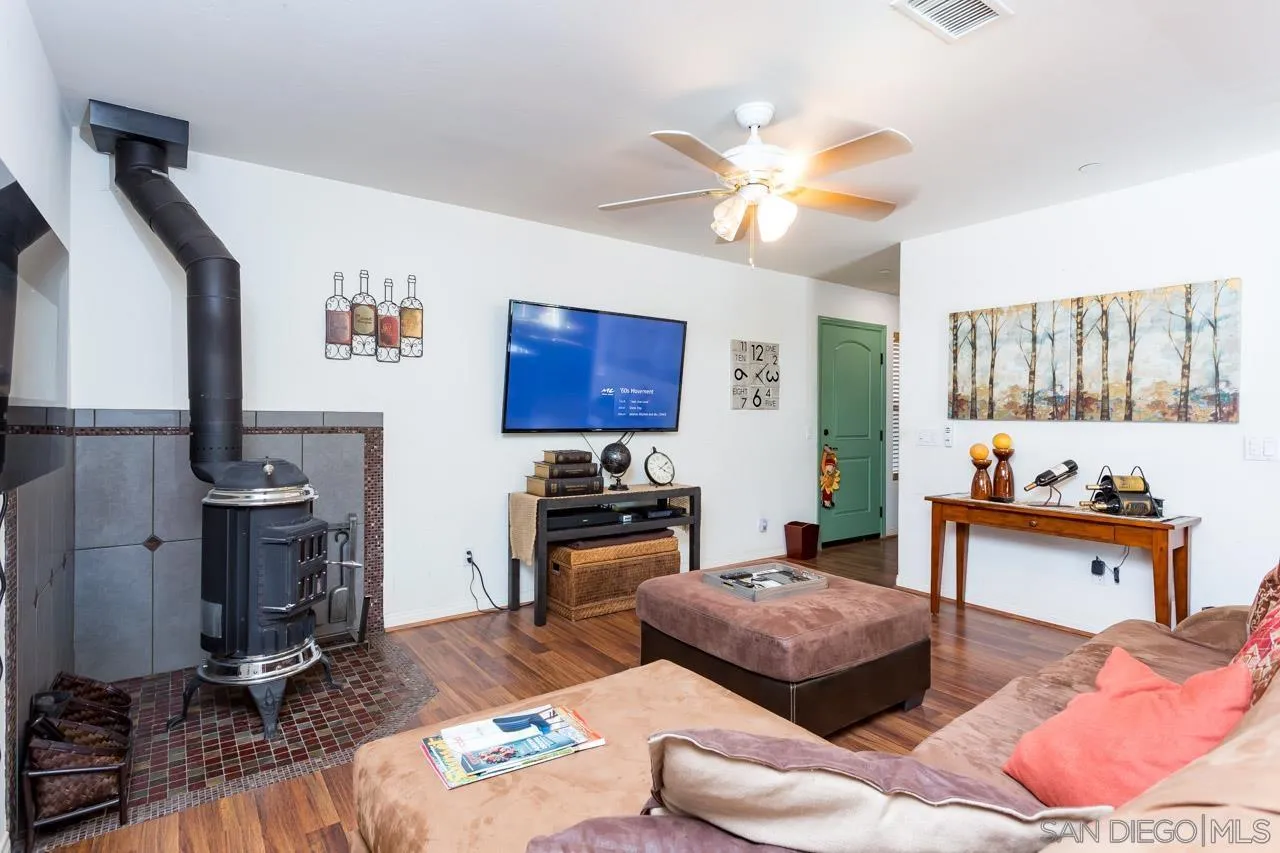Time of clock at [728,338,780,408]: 4:09
